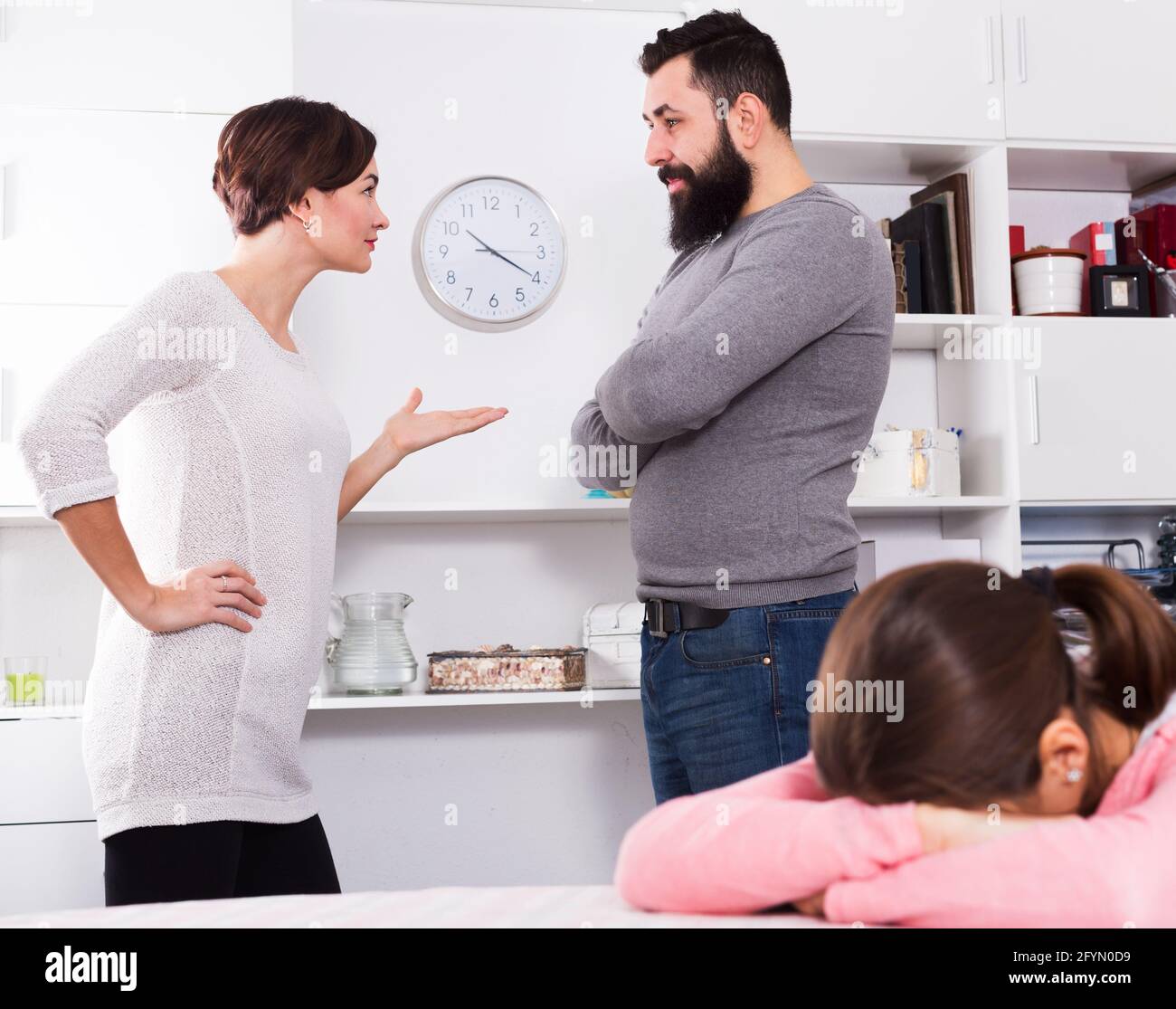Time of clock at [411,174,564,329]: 10:20
